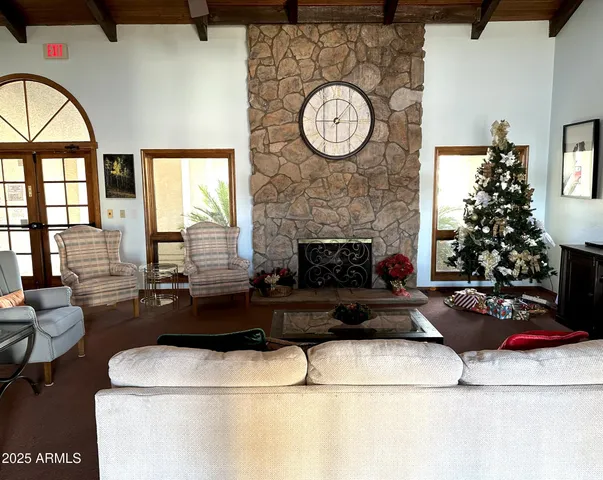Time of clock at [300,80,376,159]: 12:07
